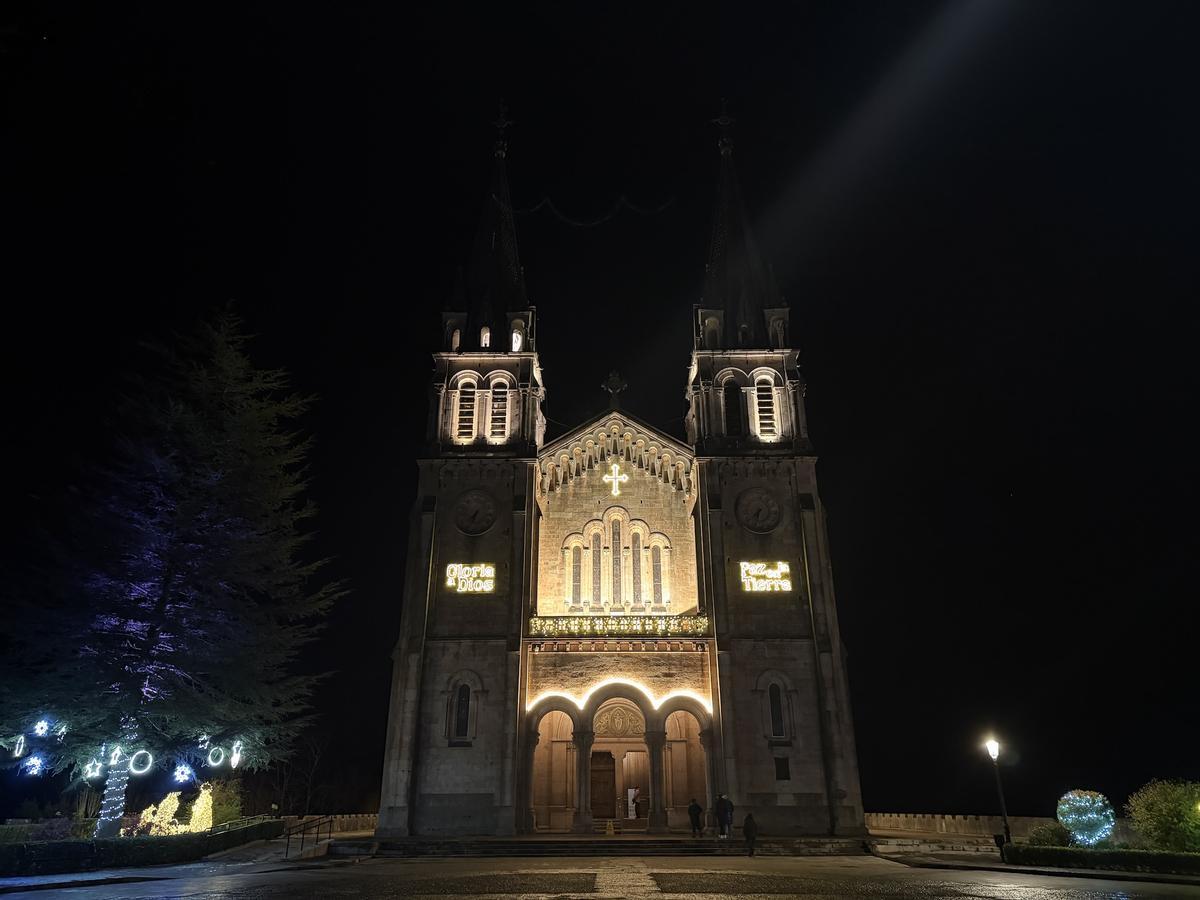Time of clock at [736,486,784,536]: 7:32
